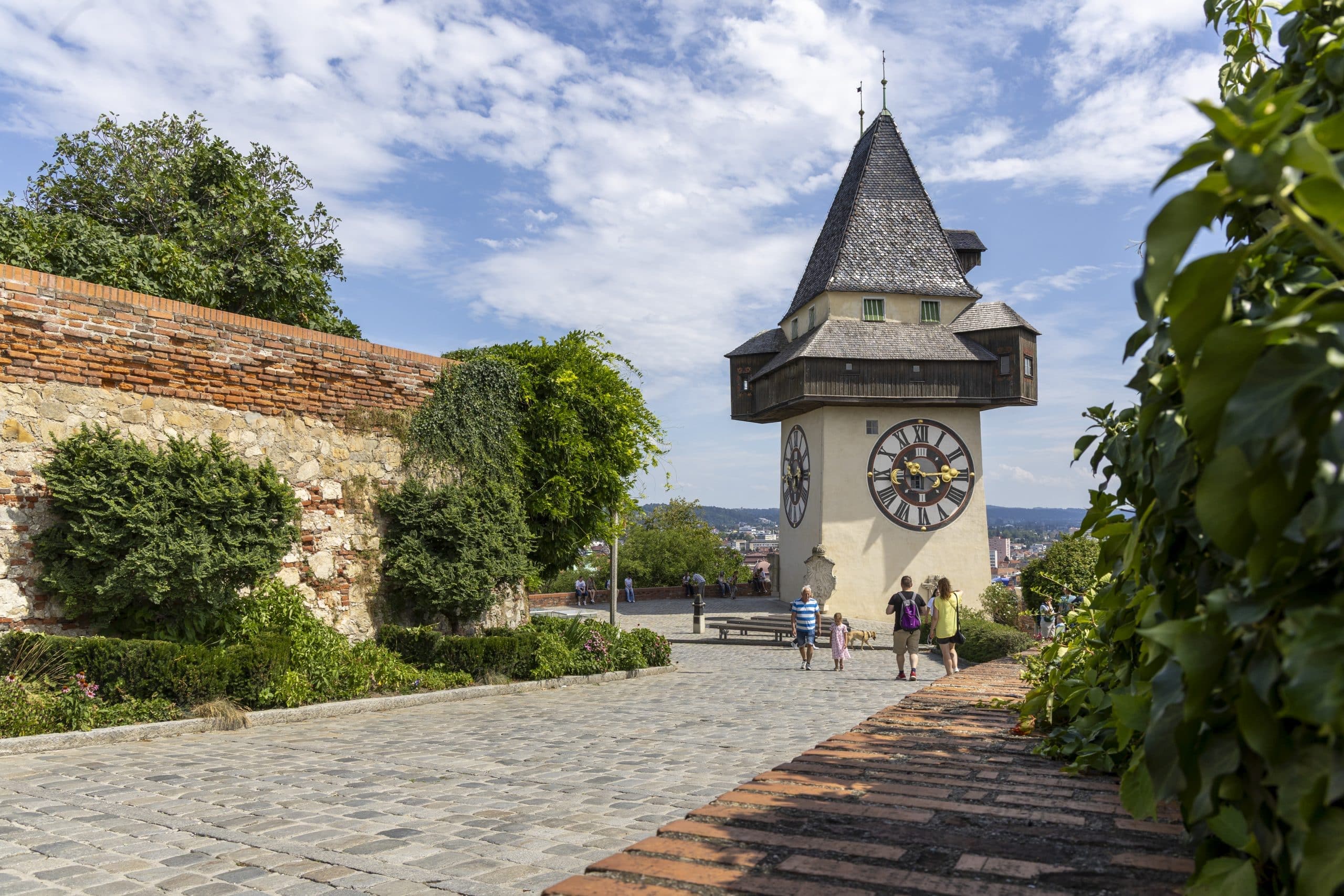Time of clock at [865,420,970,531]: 10:15
